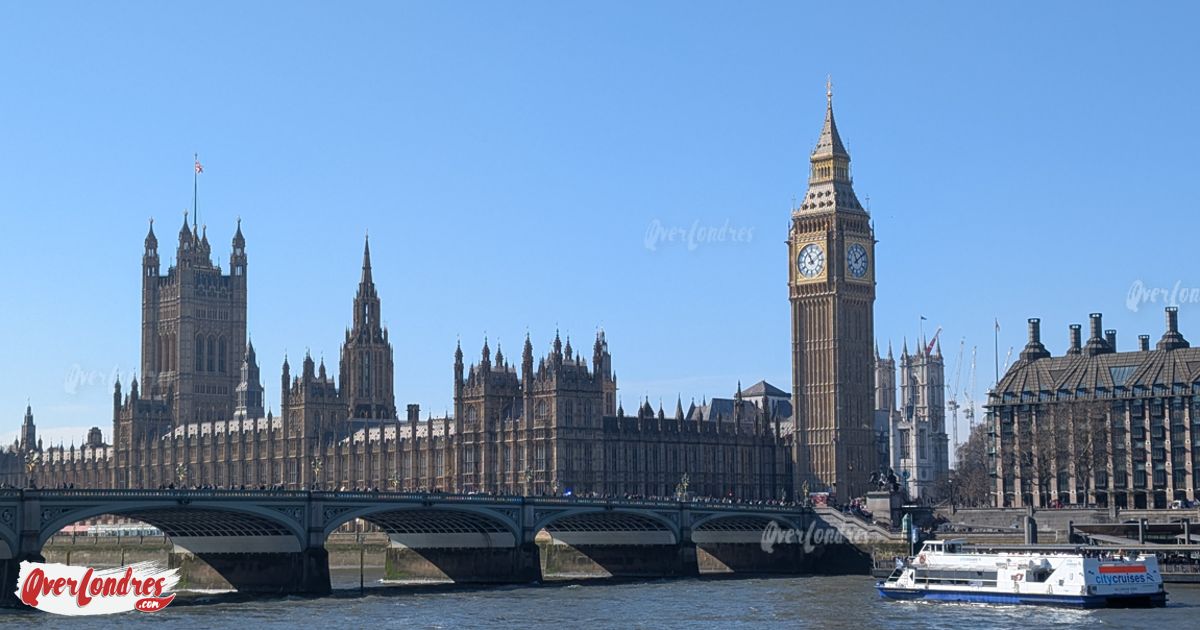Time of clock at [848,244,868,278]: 11:08
